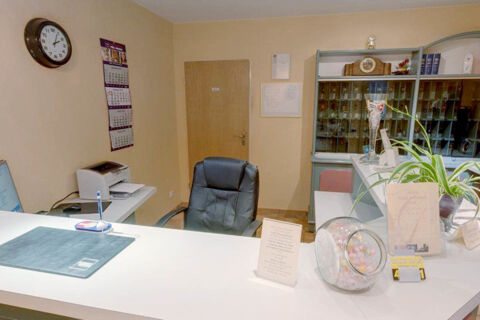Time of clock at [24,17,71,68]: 2:04
